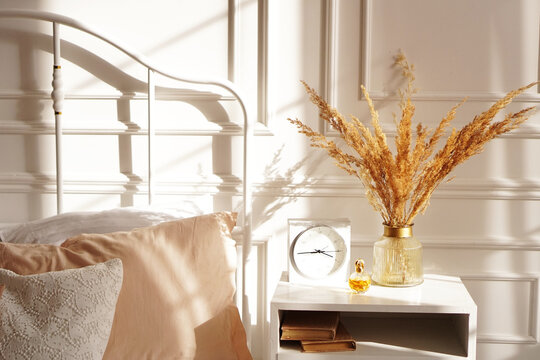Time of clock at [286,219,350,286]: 3:44
